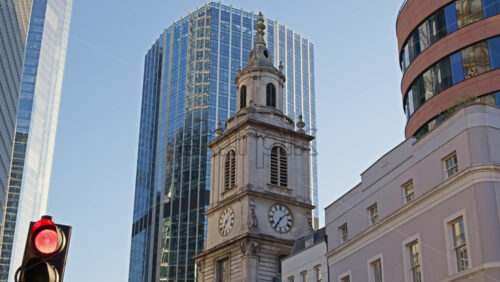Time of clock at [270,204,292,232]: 7:08
